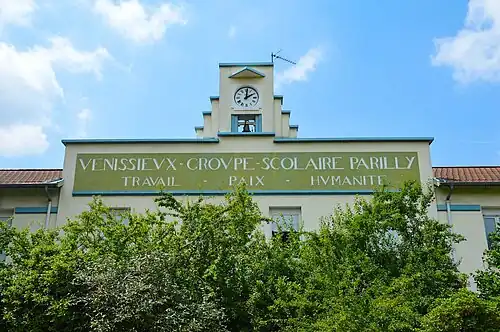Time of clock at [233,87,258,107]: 2:00
